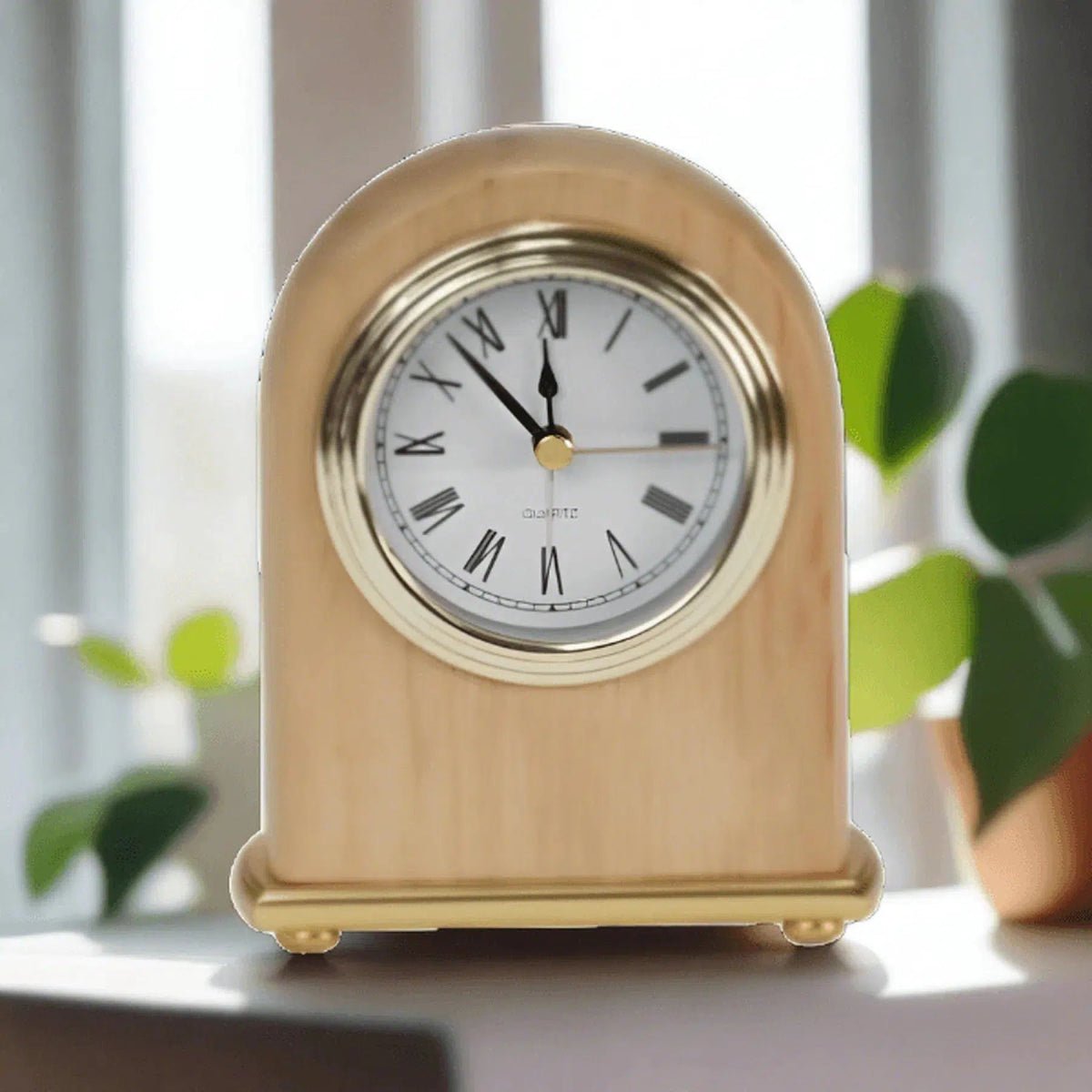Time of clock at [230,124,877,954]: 11:52
